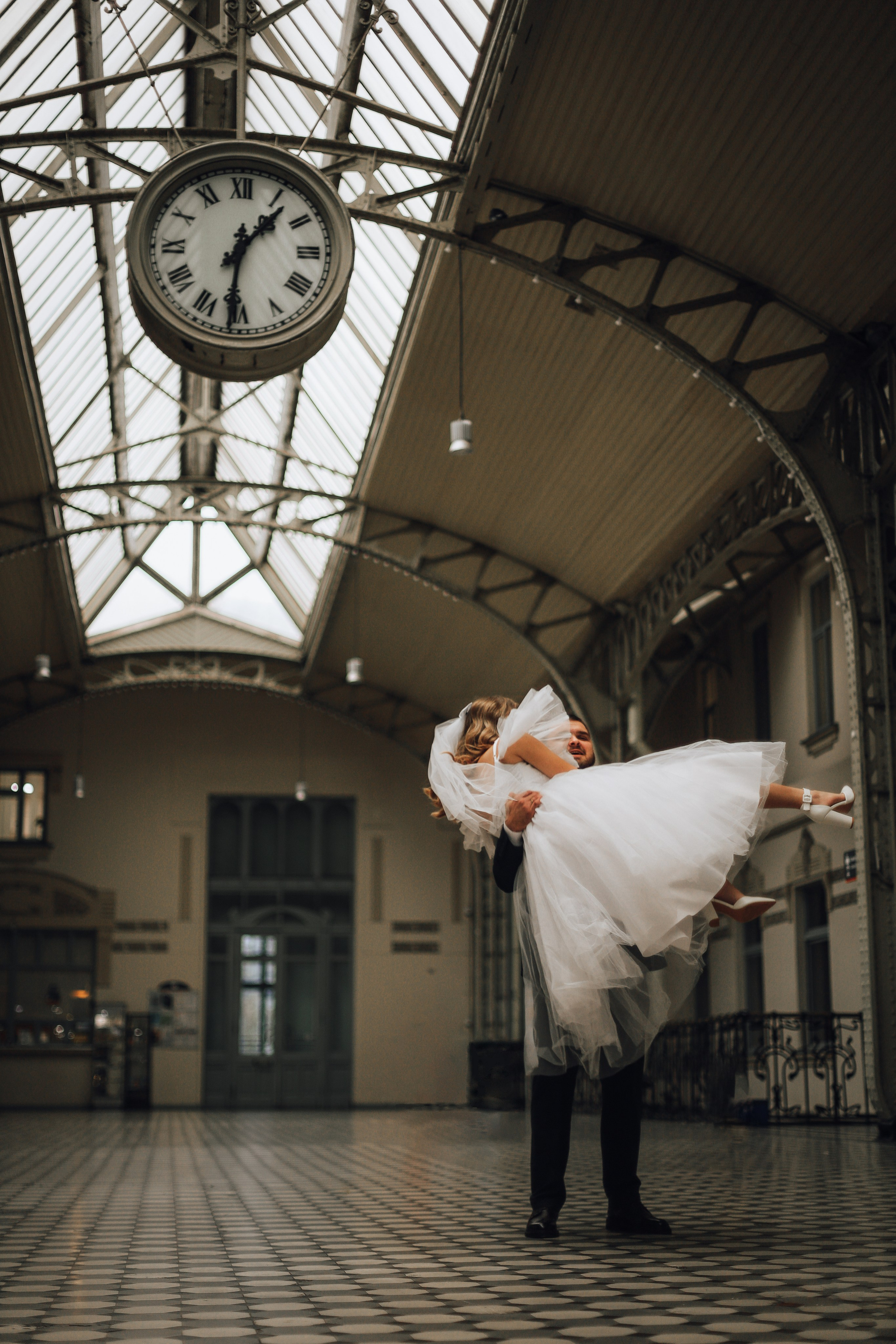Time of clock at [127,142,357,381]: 1:31
